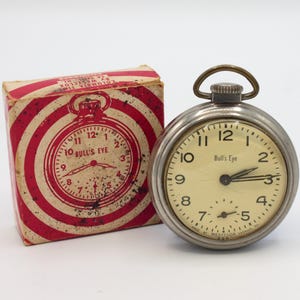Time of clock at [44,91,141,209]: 3:42
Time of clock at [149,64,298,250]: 2:14
